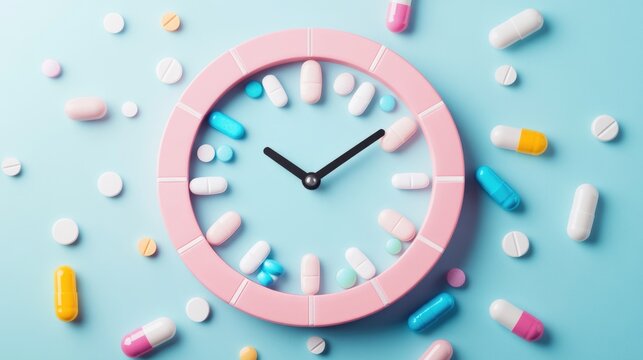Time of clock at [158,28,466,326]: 10:08
